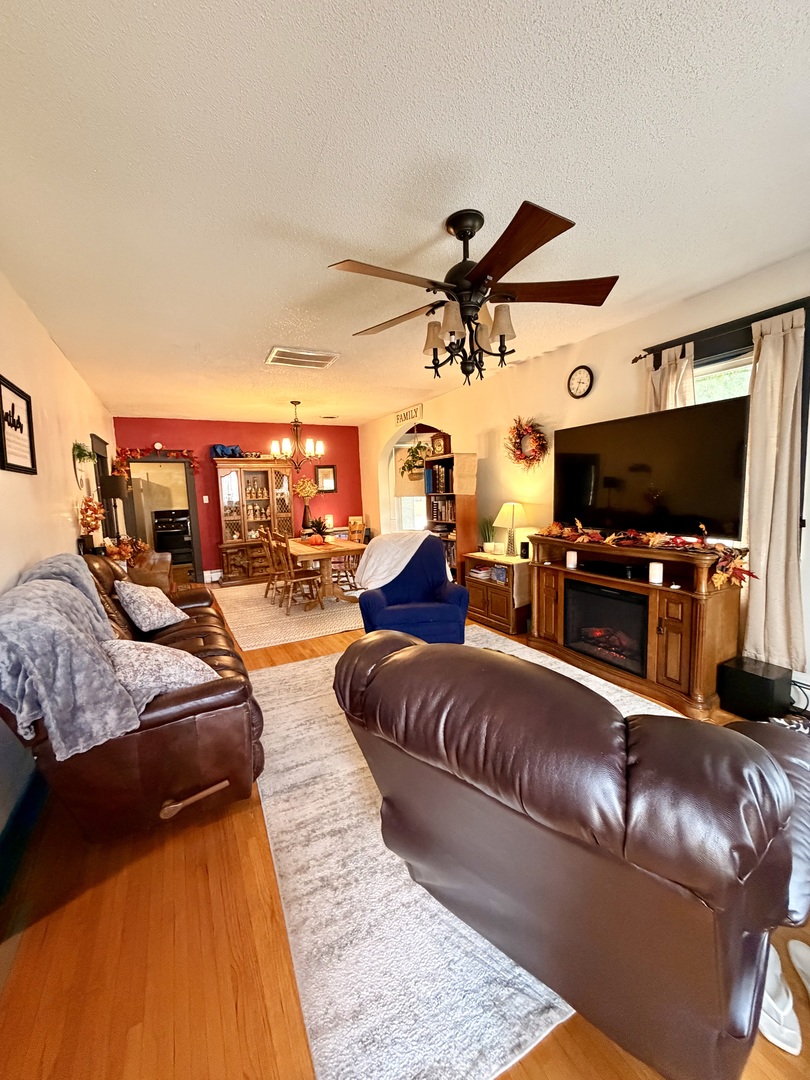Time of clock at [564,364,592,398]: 3:34
